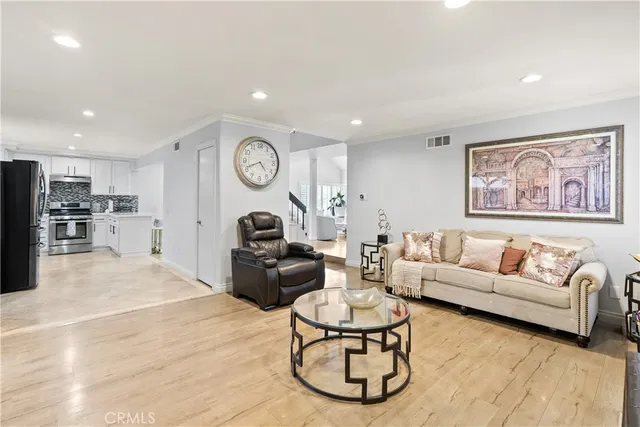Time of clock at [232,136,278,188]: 4:41
